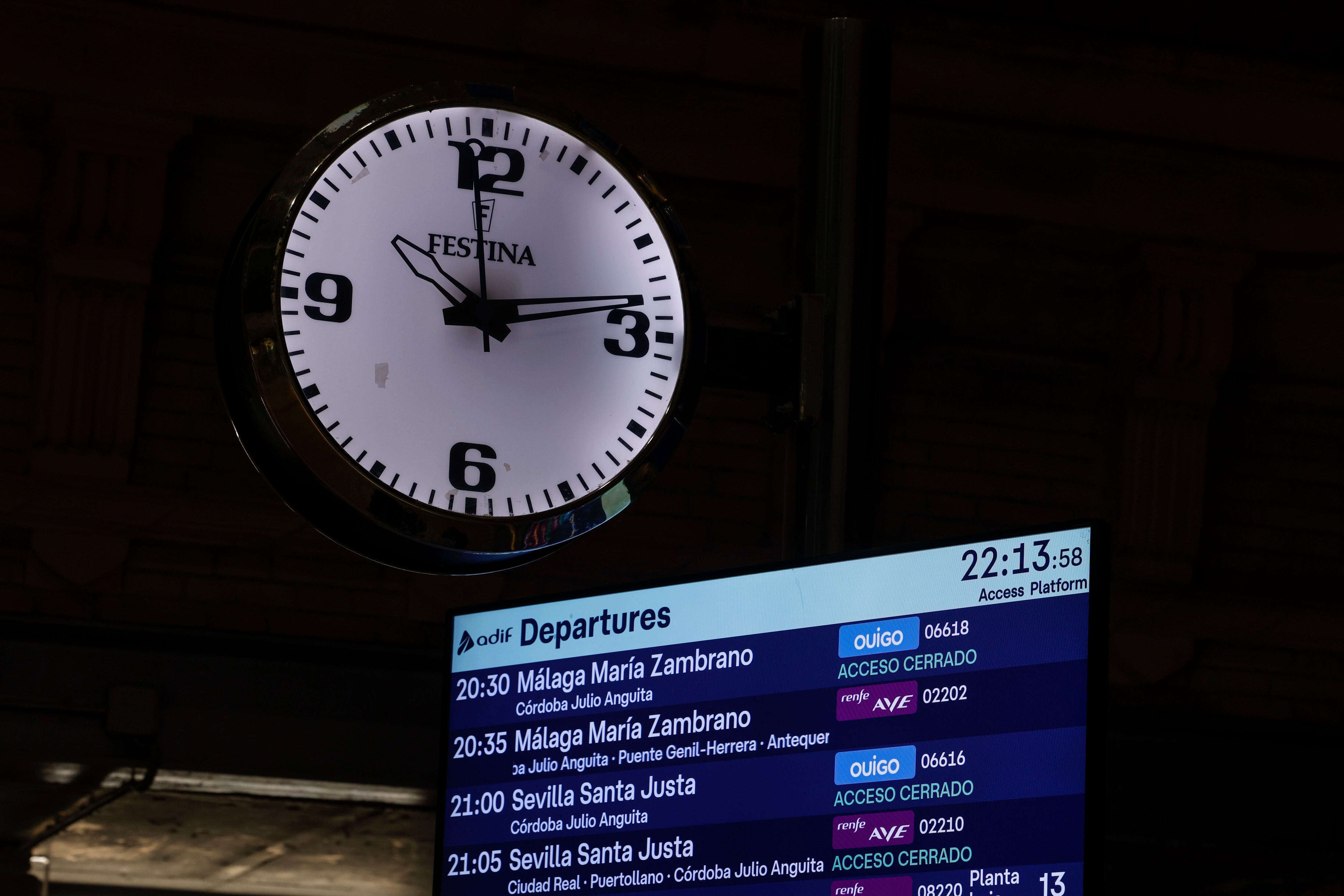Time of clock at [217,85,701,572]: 10:13
